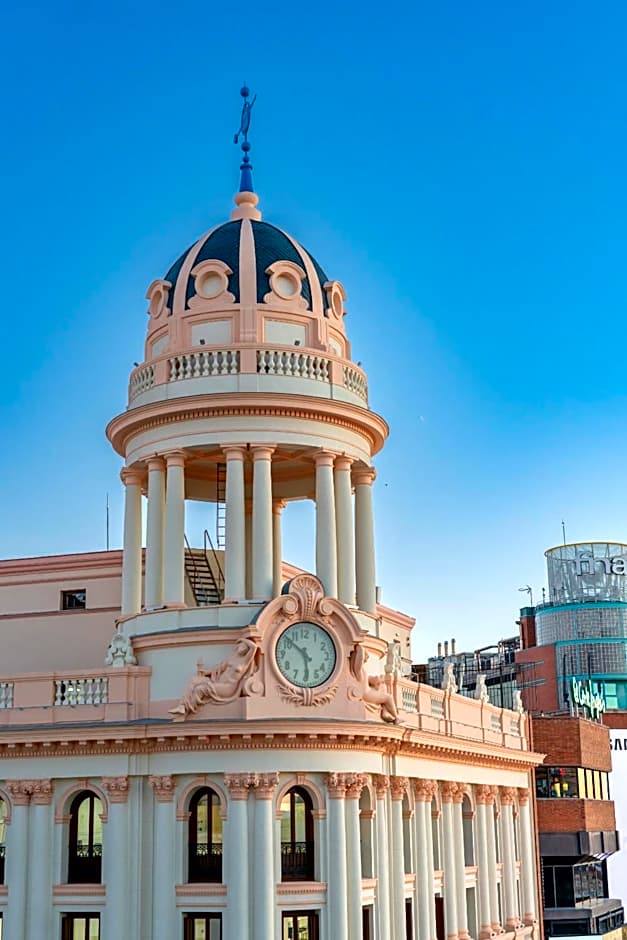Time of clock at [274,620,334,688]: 5:51
